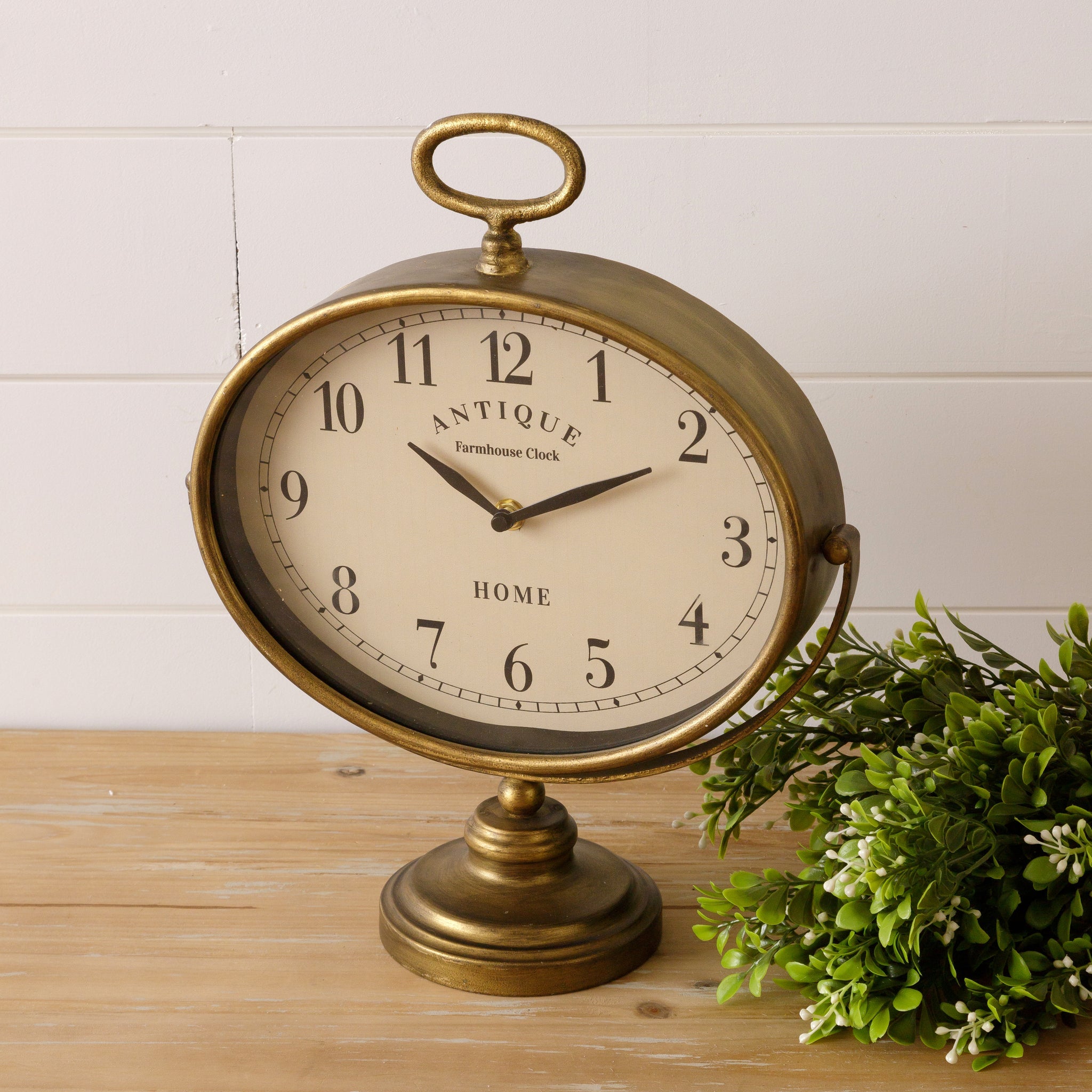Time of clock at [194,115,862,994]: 10:10
